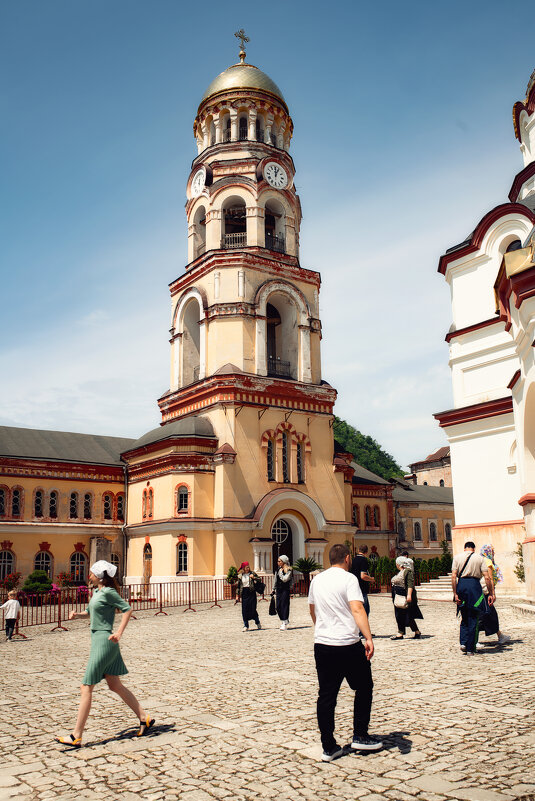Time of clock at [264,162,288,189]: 12:04
